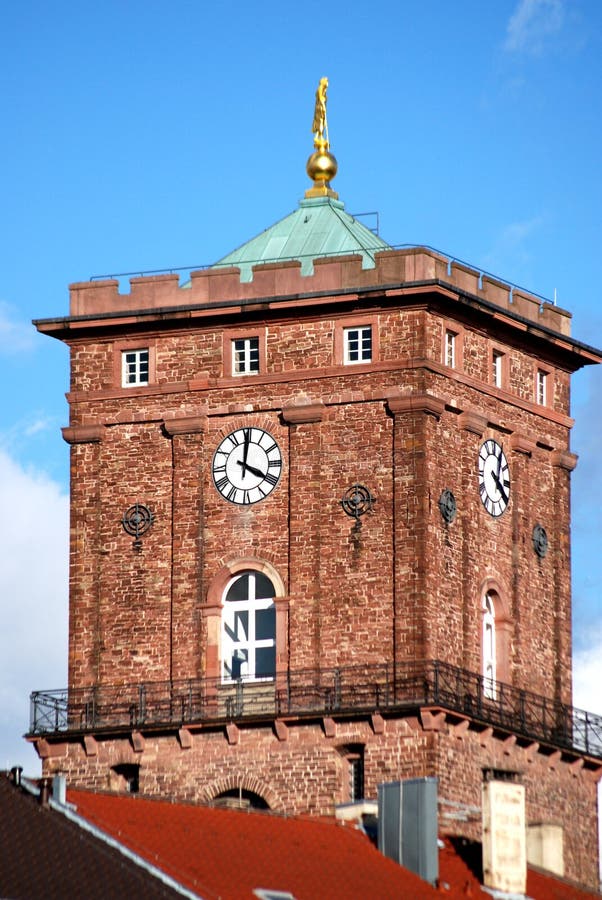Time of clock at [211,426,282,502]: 4:00
